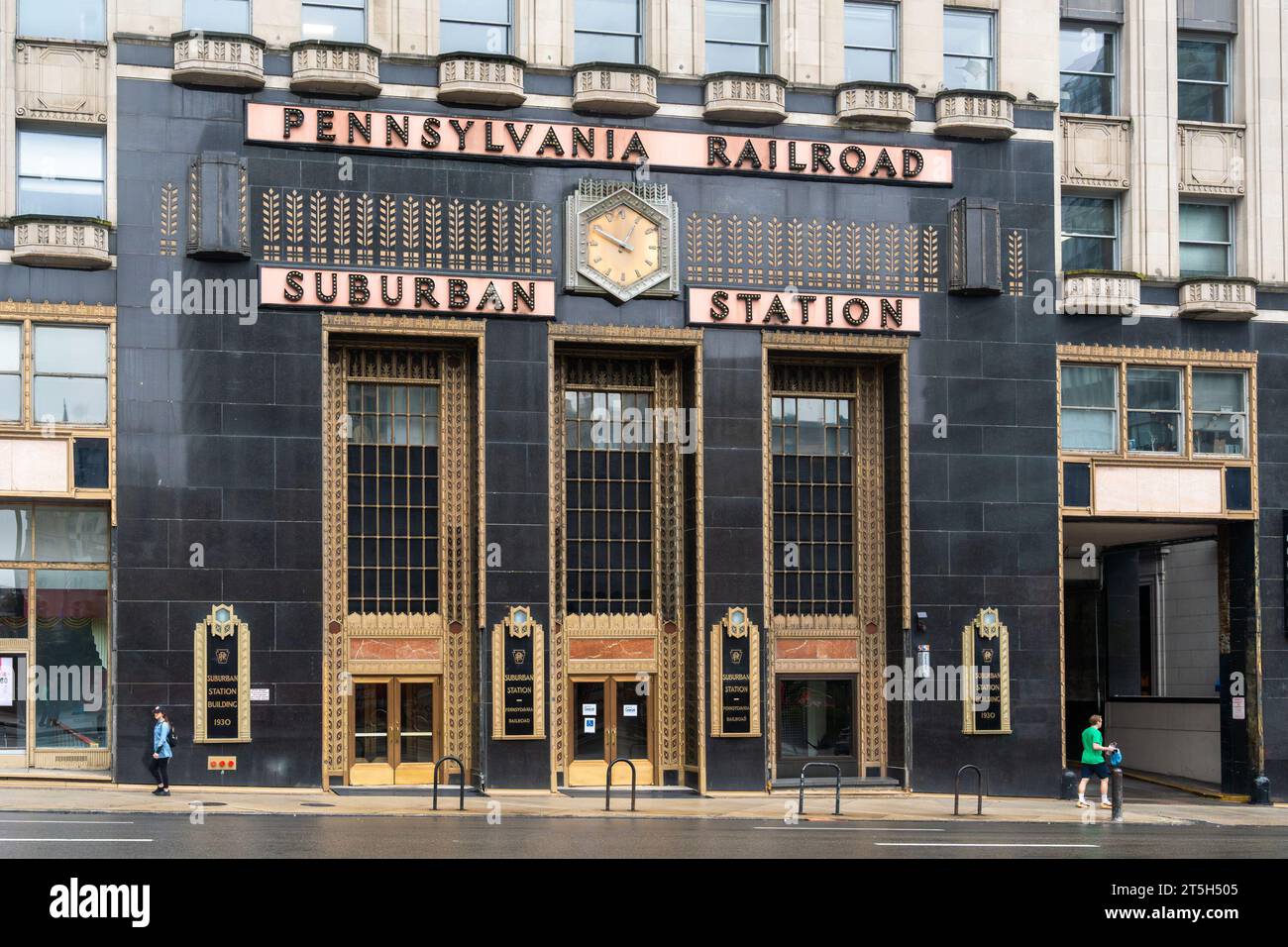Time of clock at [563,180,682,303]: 12:49
